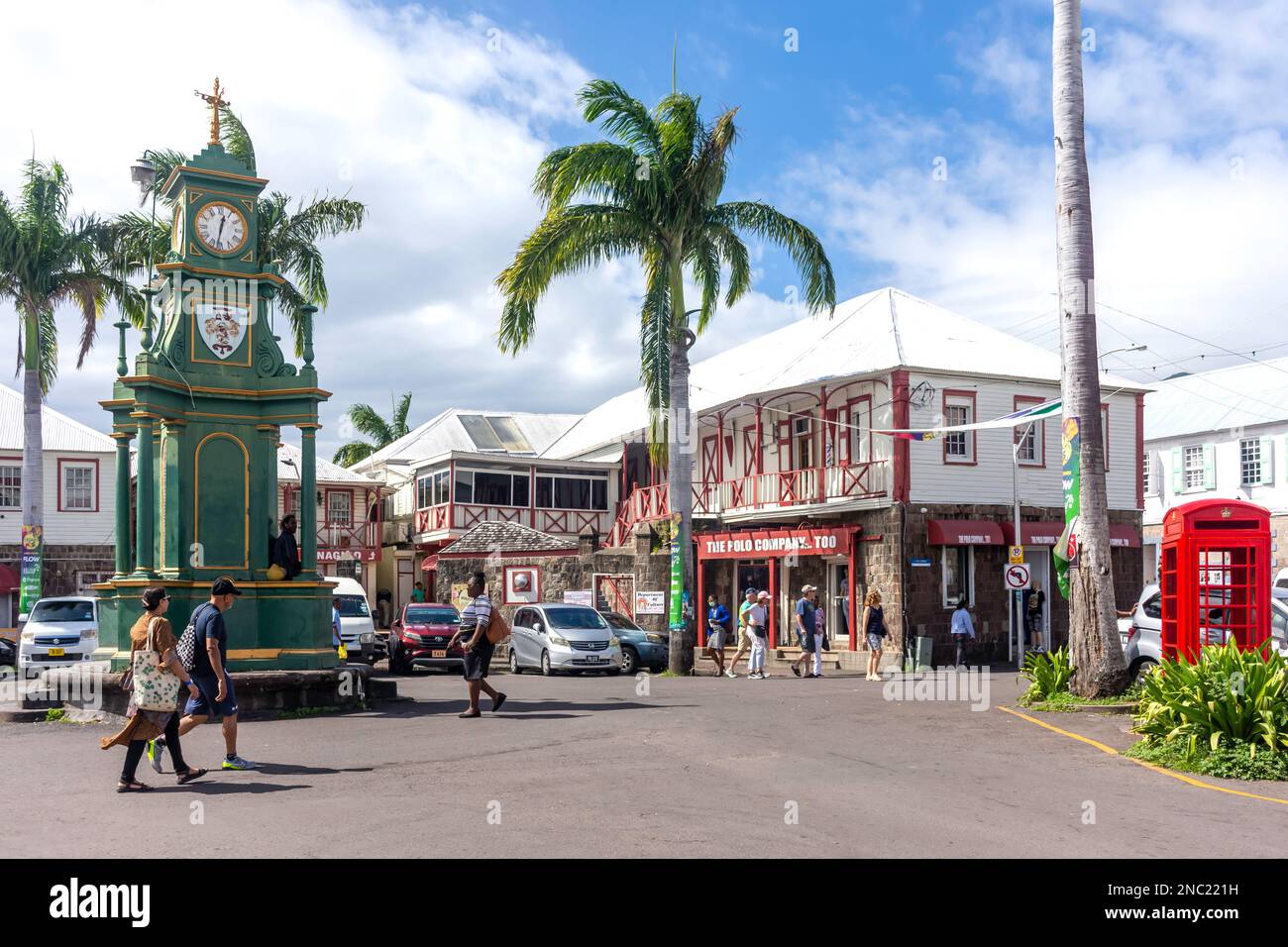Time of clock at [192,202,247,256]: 12:32
